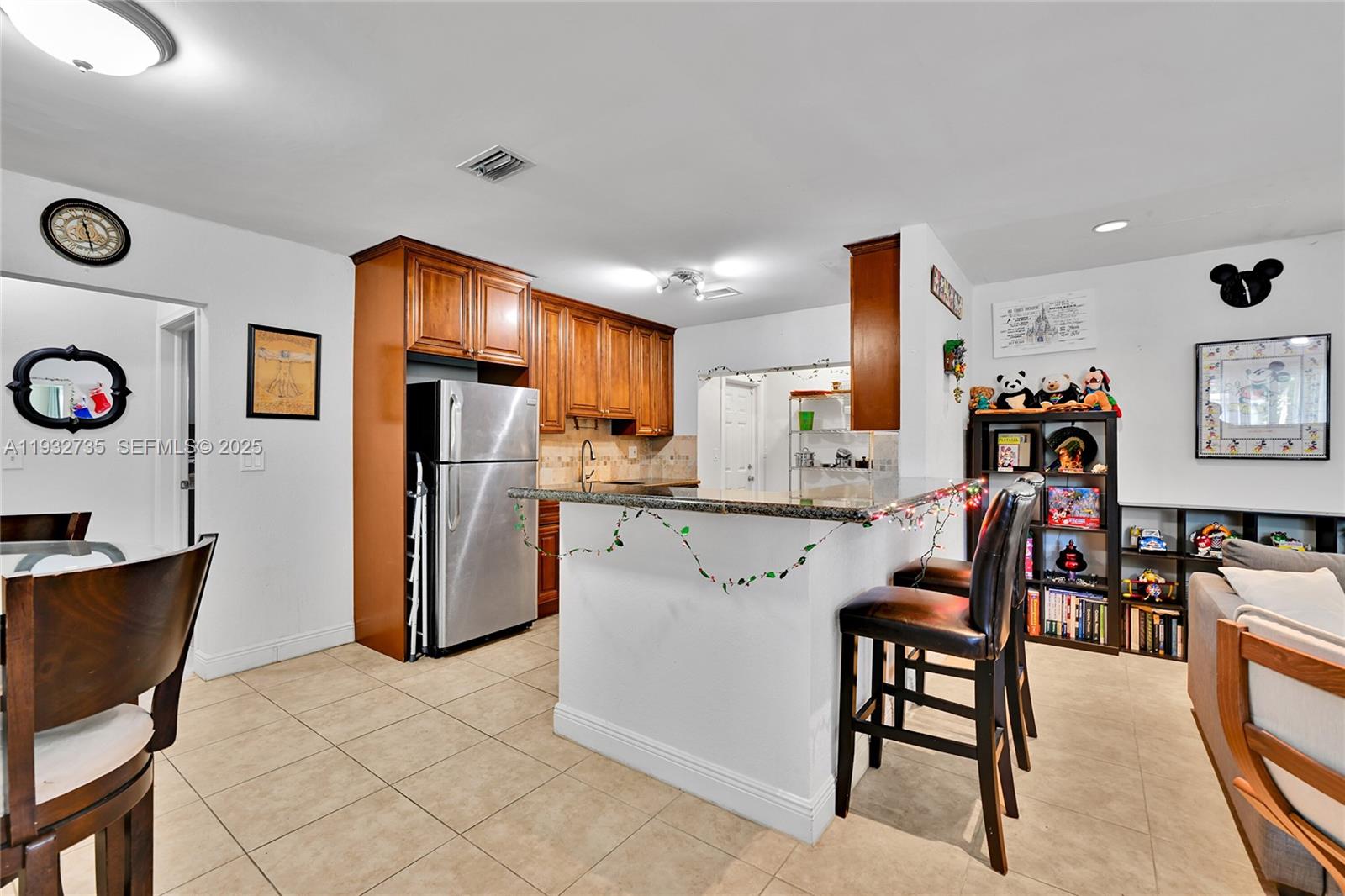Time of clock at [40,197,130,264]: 11:28
